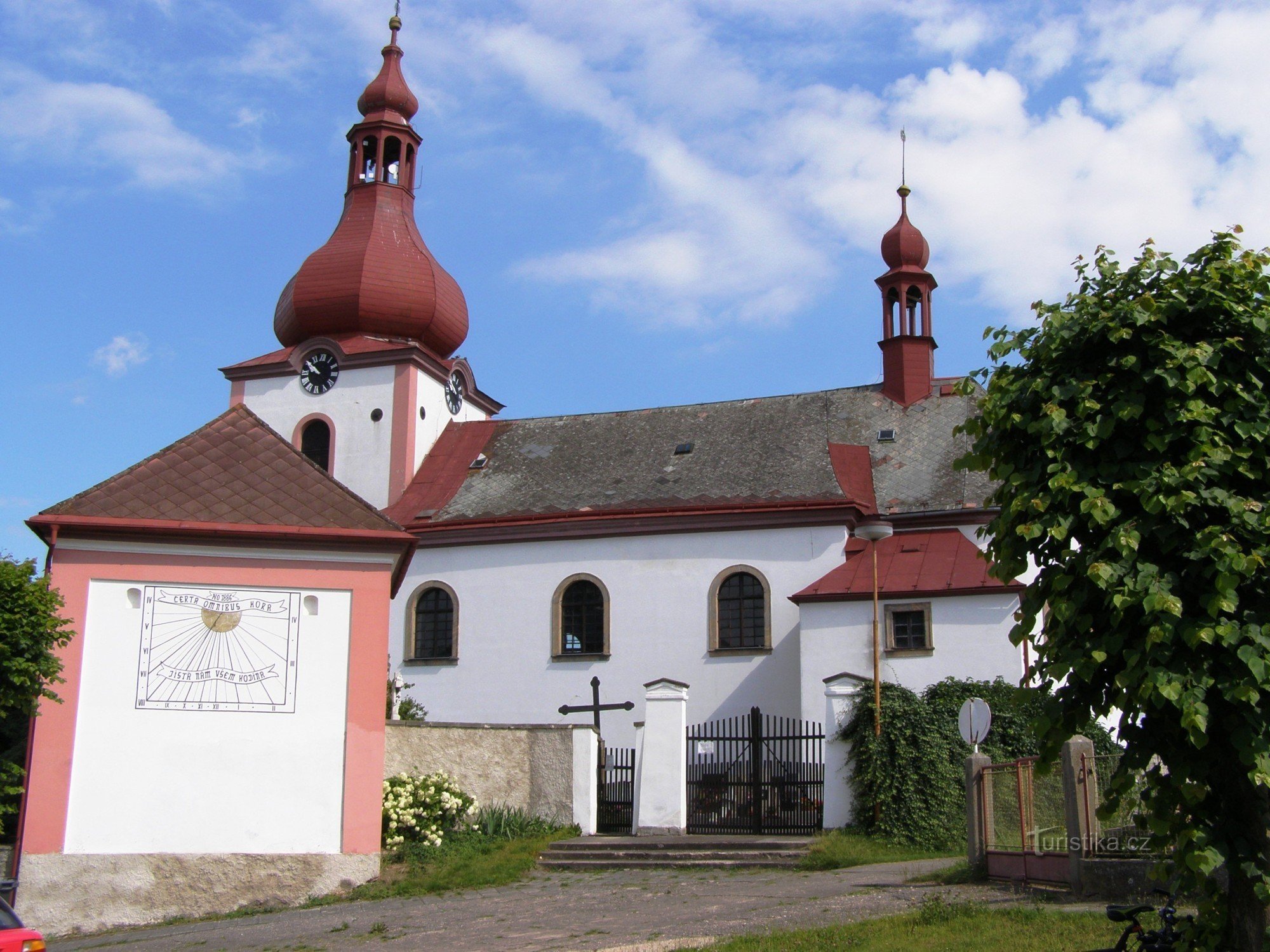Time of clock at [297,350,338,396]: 9:50
